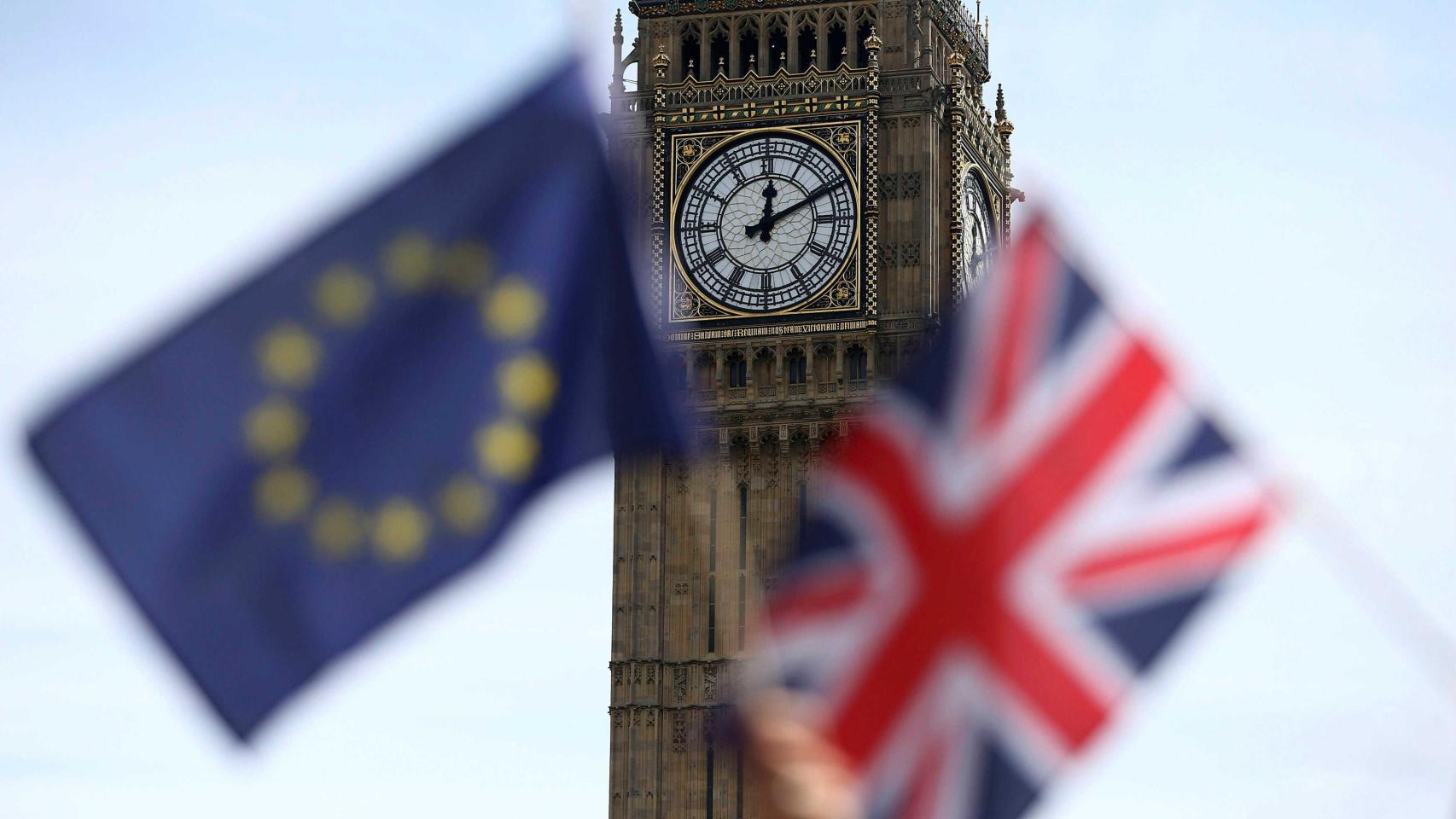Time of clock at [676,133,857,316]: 12:10
